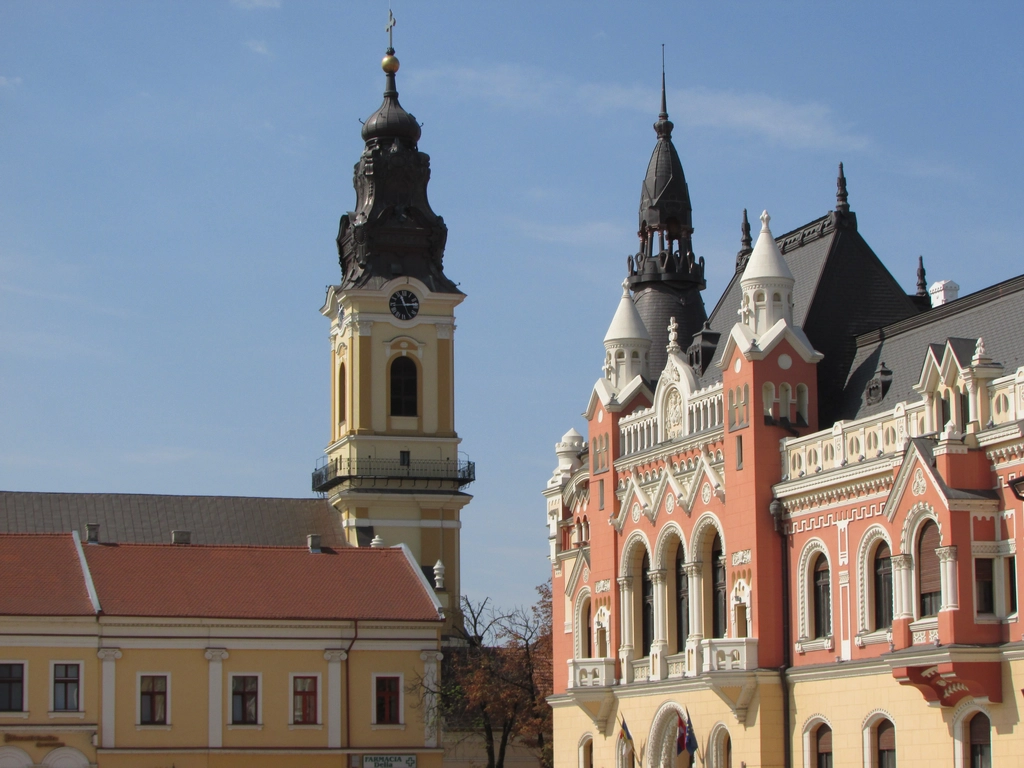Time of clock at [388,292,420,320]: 11:13
